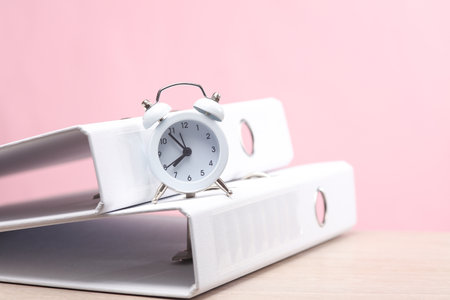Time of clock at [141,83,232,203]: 7:53
